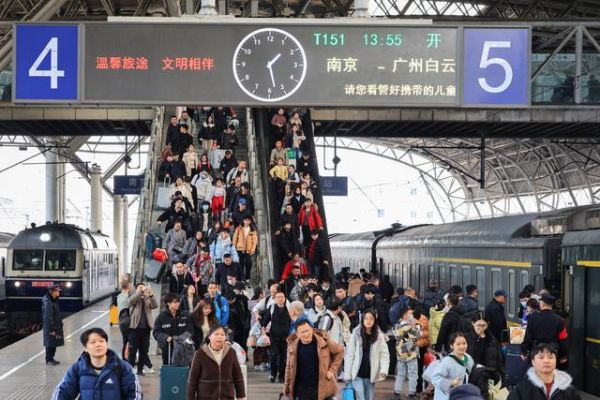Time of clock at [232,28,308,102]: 1:28
